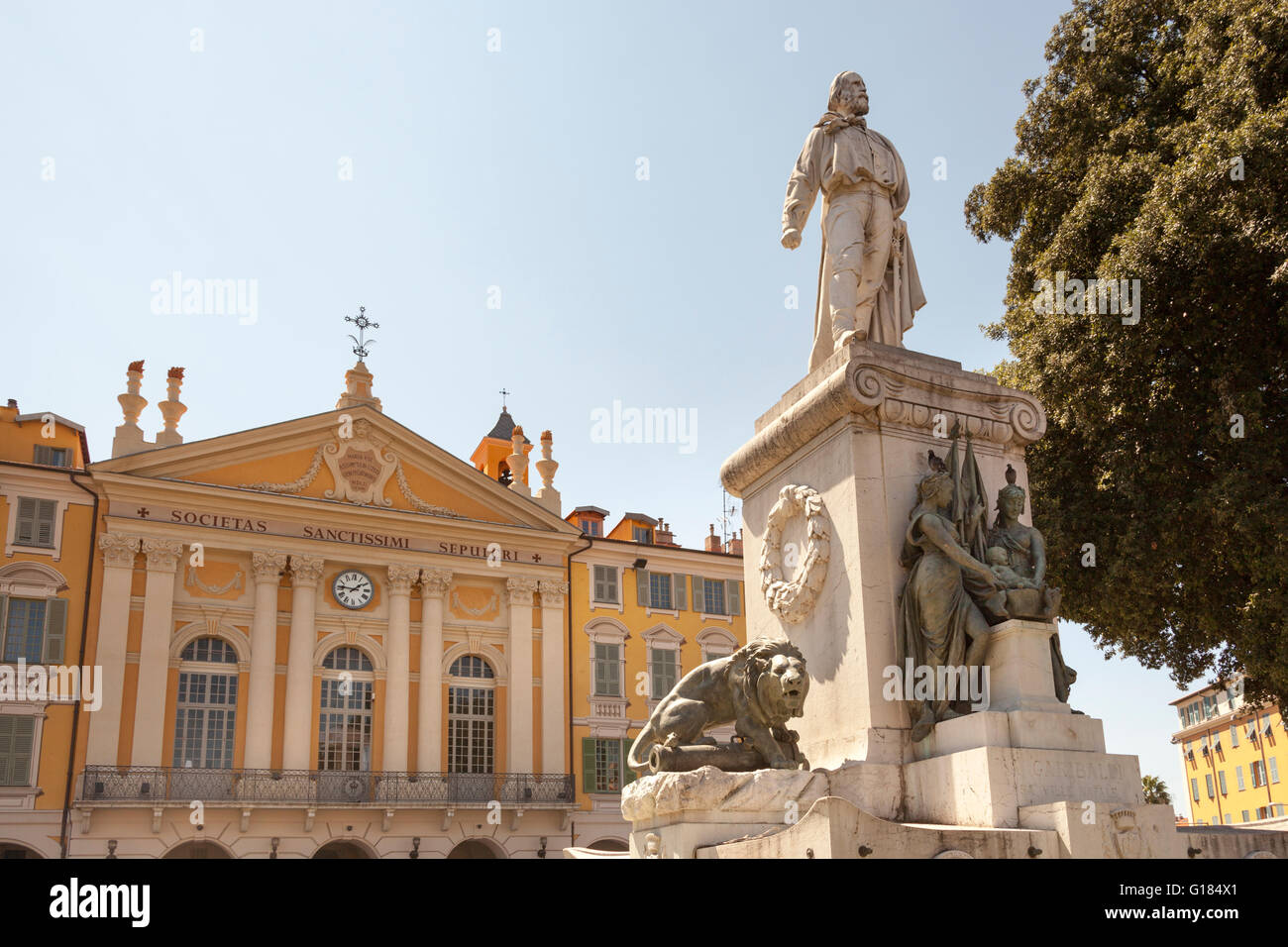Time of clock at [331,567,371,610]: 1:46
